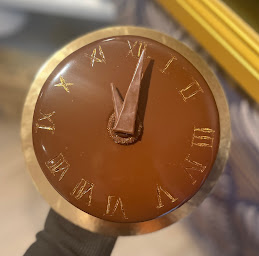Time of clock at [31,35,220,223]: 11:02
